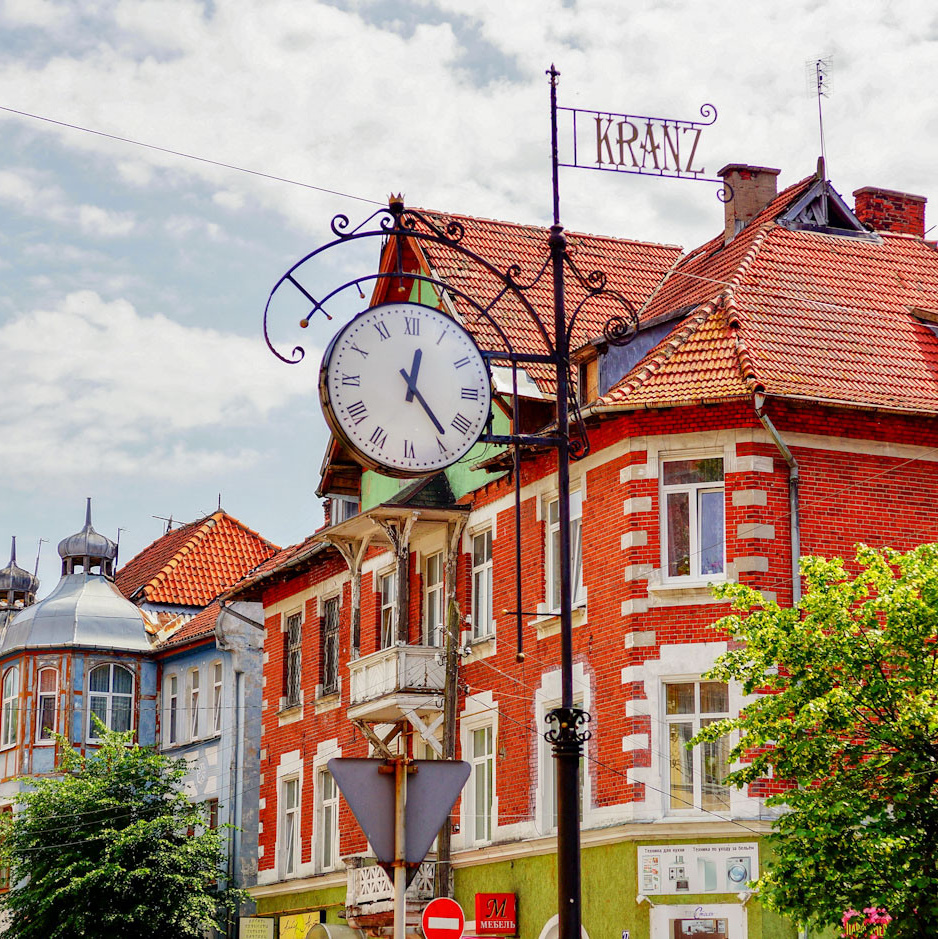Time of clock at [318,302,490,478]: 12:23
